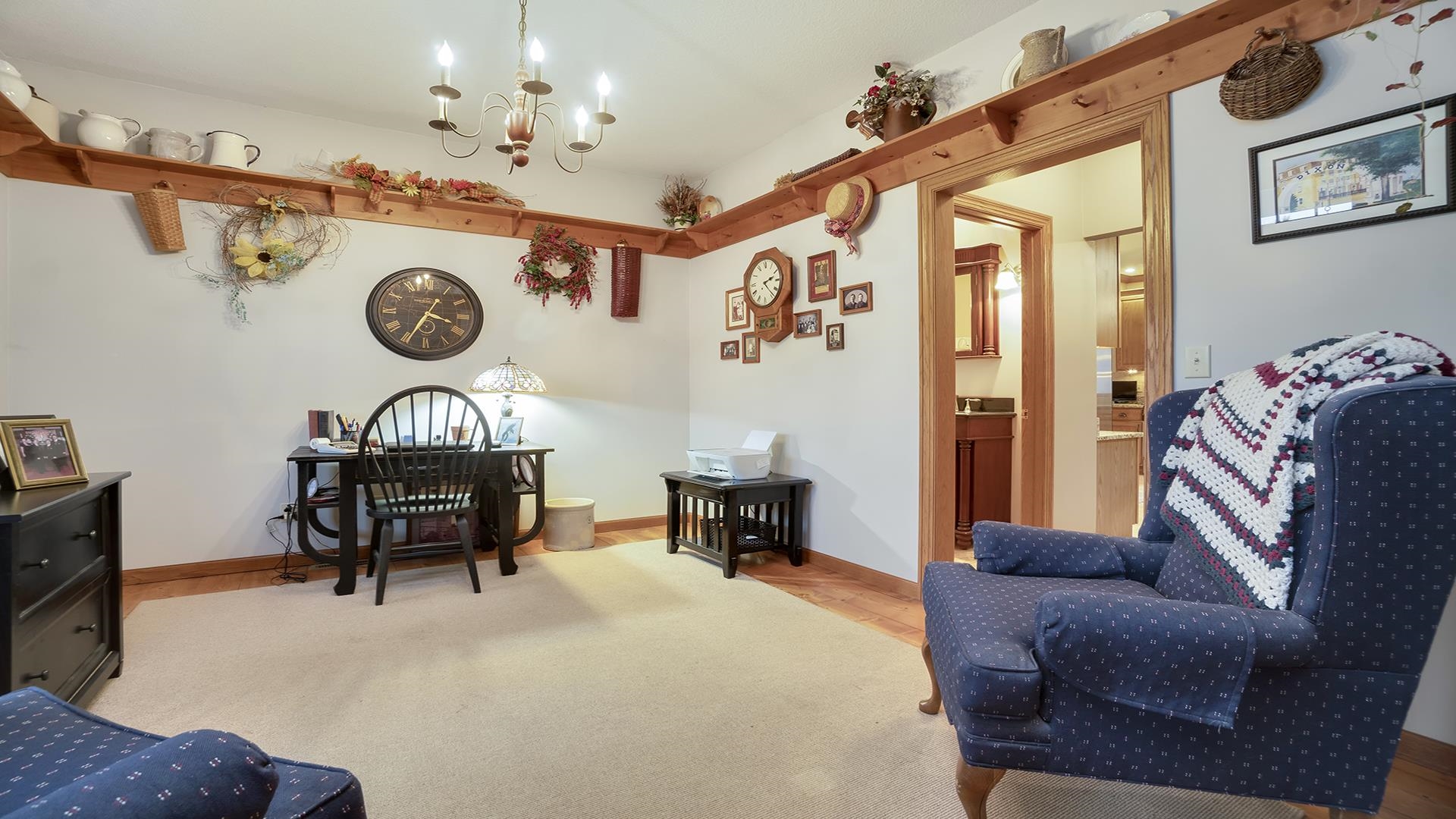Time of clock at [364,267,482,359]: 3:34
